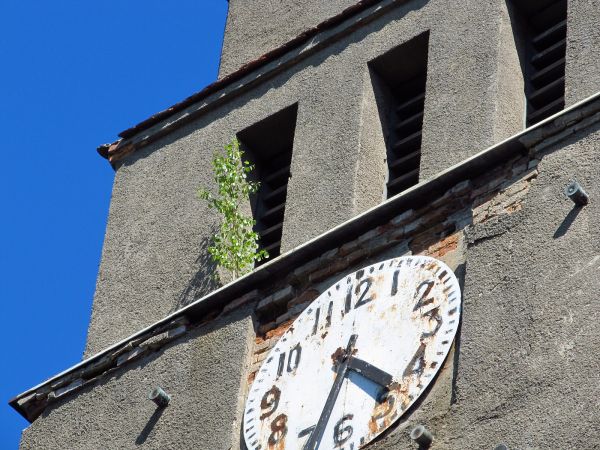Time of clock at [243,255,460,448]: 4:33
